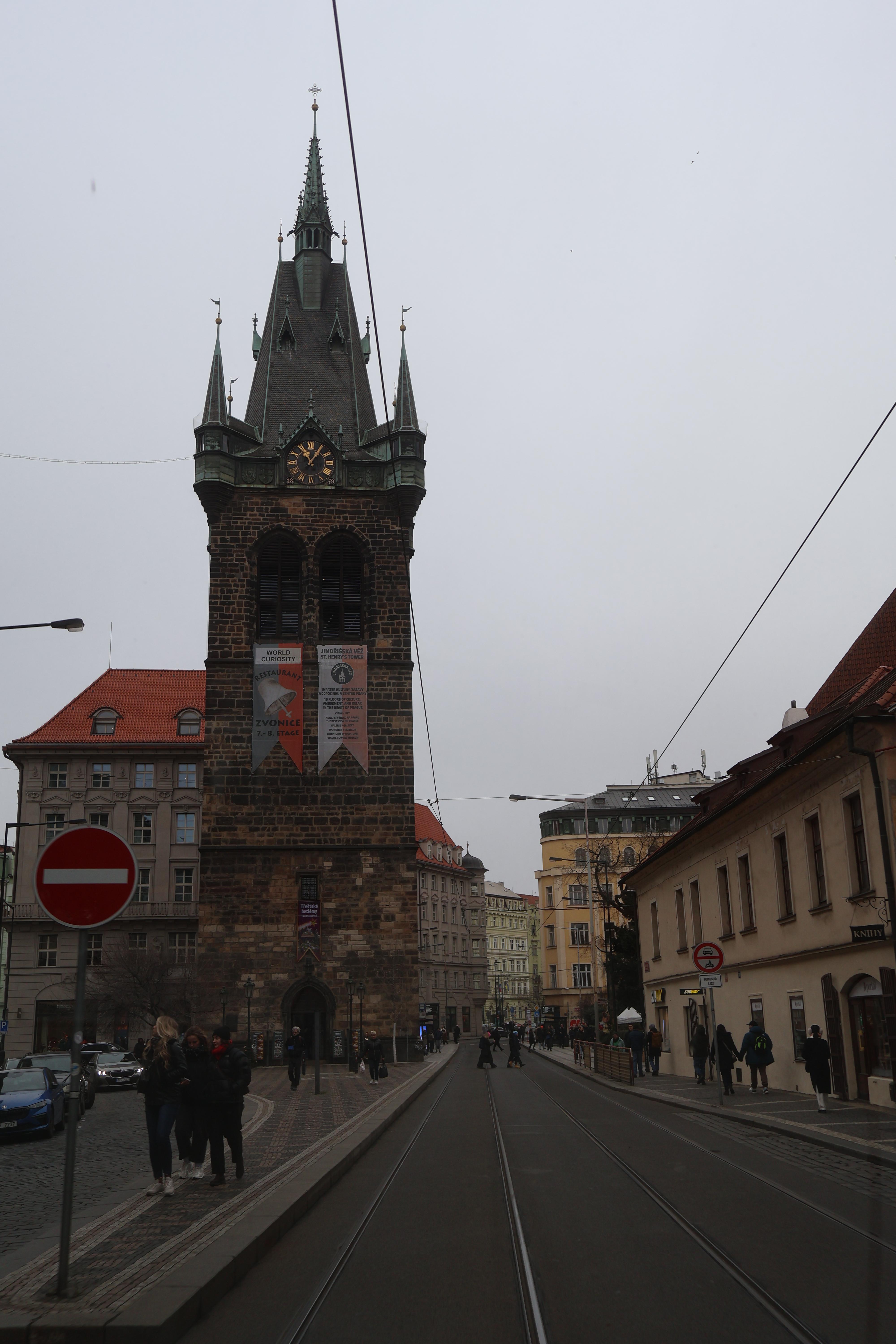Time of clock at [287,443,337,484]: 11:05
